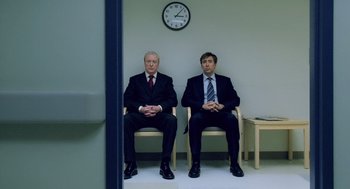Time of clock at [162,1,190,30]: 3:07
